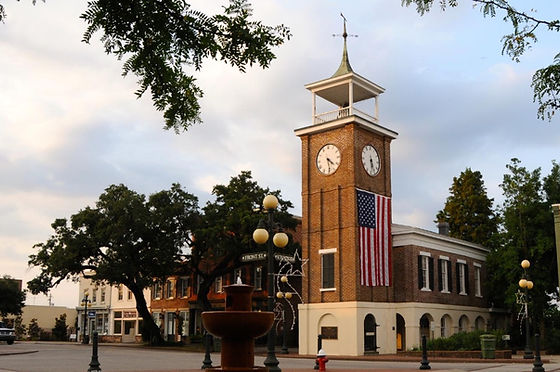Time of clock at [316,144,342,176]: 4:28
